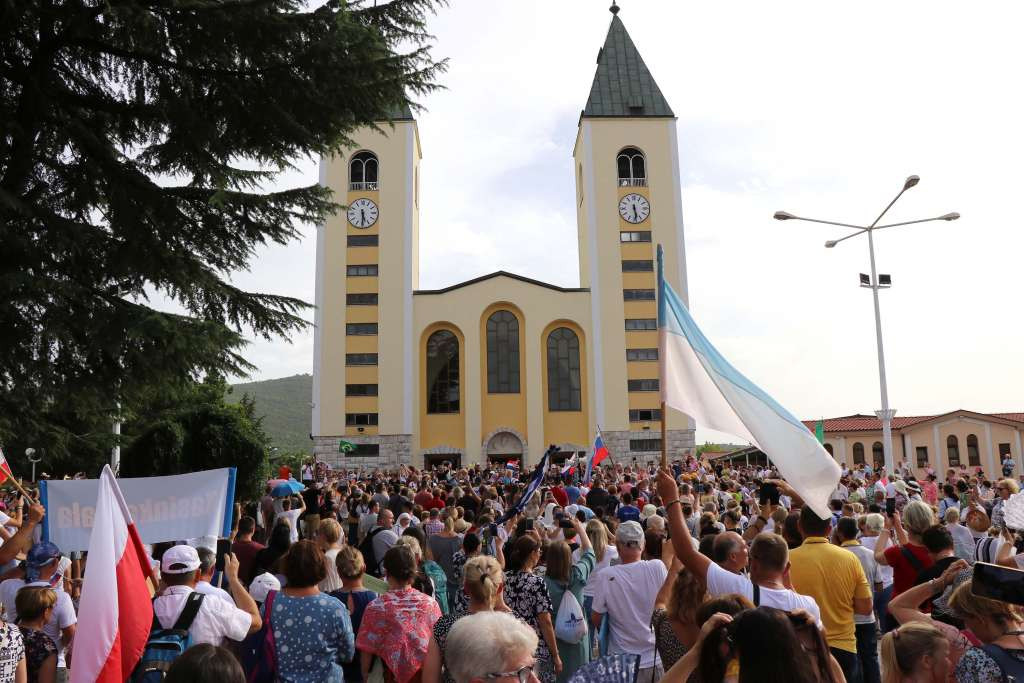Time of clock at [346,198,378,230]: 5:30
